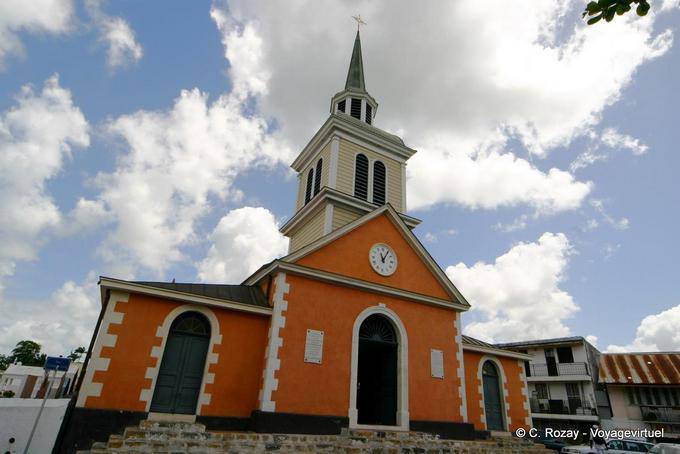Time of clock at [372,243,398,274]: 11:05
